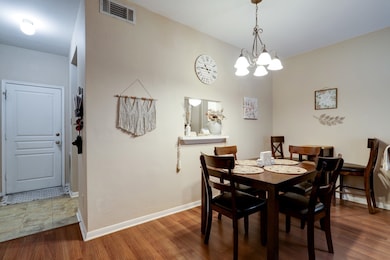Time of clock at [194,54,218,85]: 10:45
